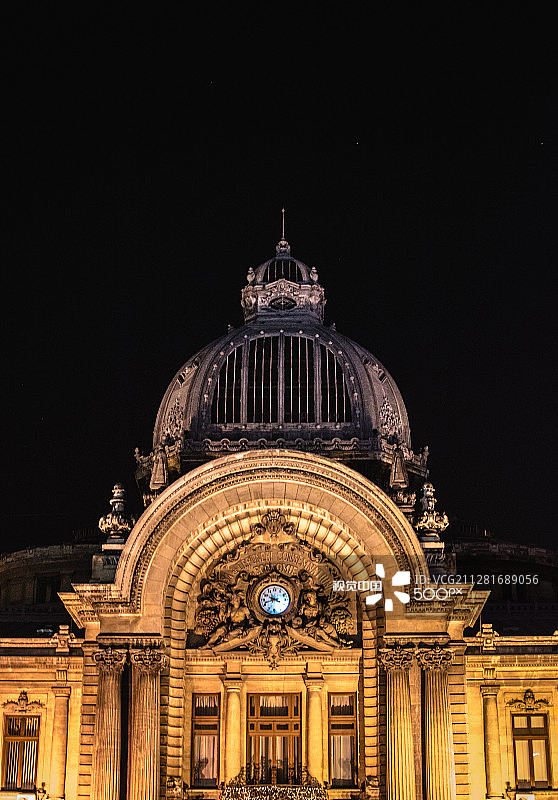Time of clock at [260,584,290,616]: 9:42
